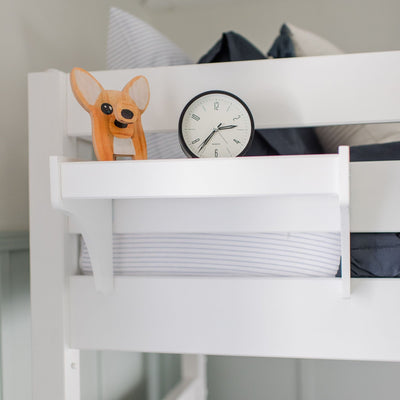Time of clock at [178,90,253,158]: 2:36
